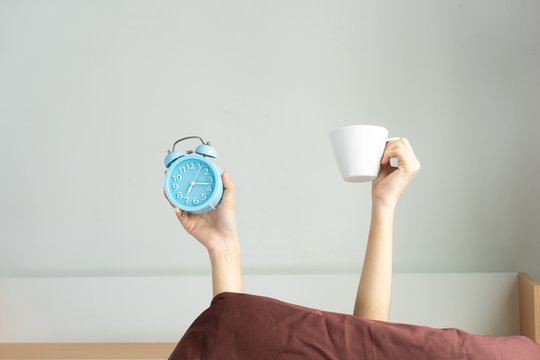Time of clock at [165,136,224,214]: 7:17
